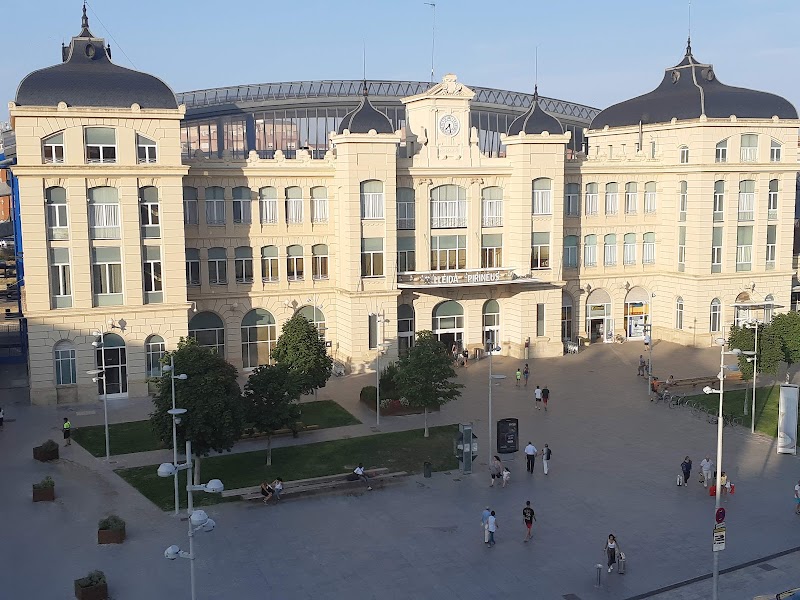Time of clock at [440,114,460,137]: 7:28
